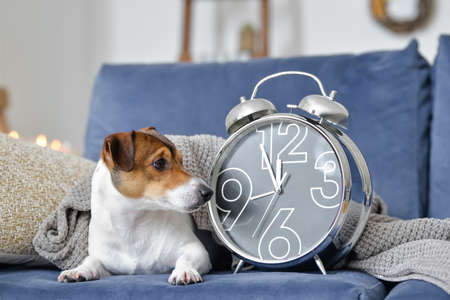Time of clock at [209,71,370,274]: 11:55
